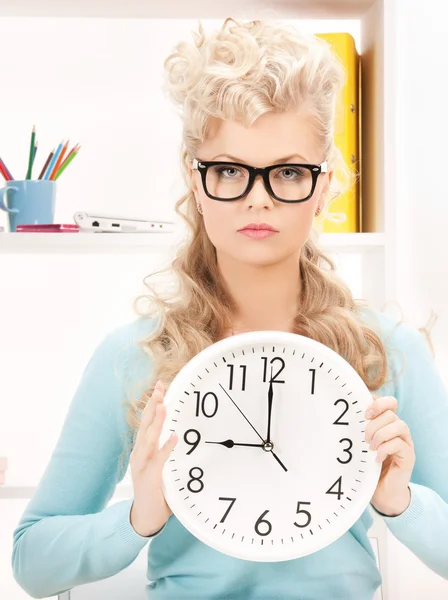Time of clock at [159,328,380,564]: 8:59
